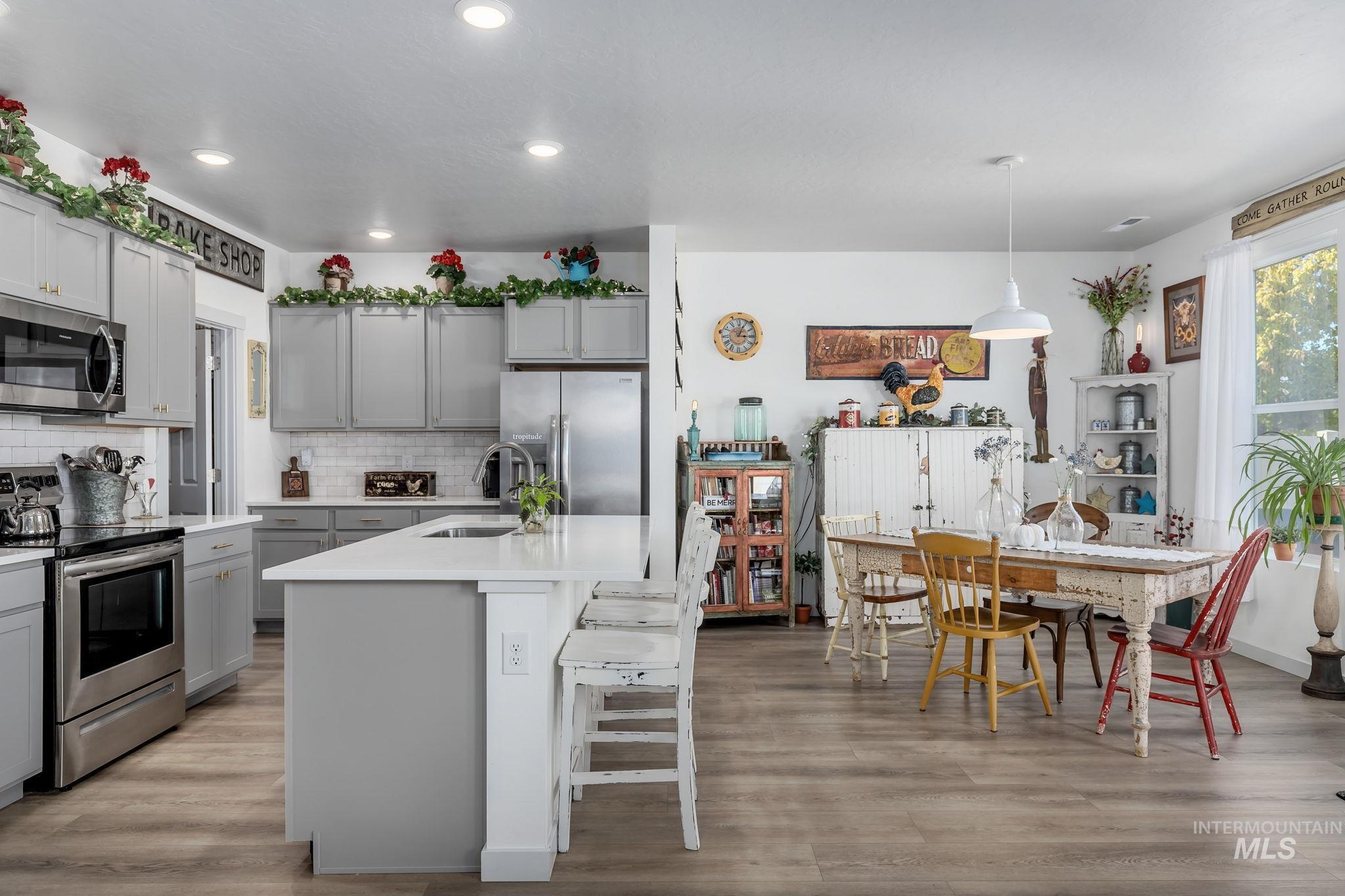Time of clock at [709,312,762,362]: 3:04
